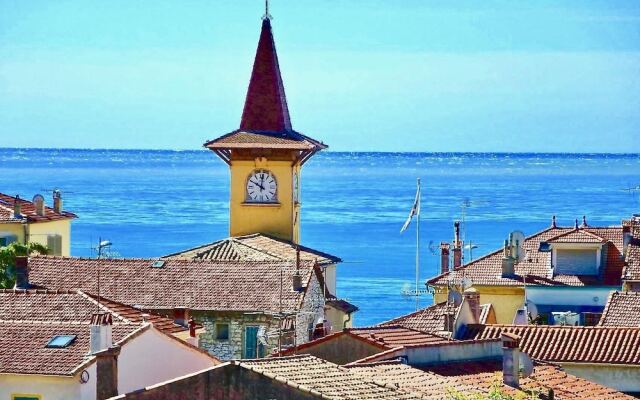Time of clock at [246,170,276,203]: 10:00
